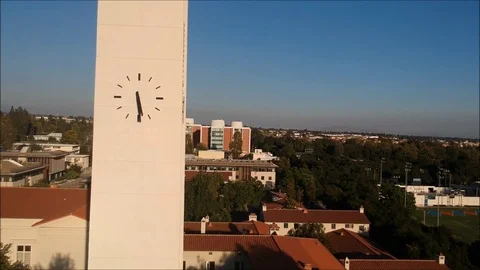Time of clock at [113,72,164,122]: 5:29
